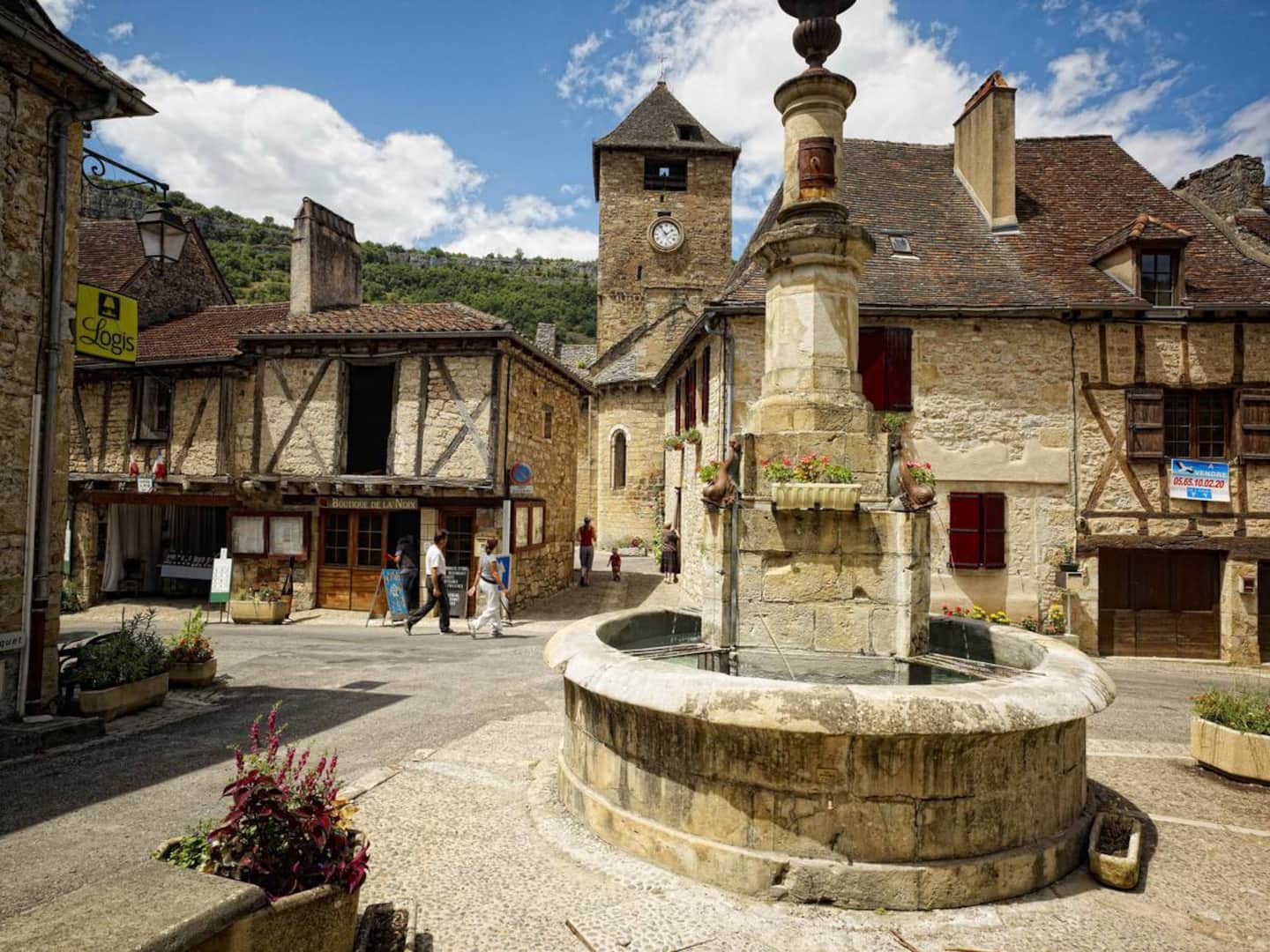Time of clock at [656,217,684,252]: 1:54
